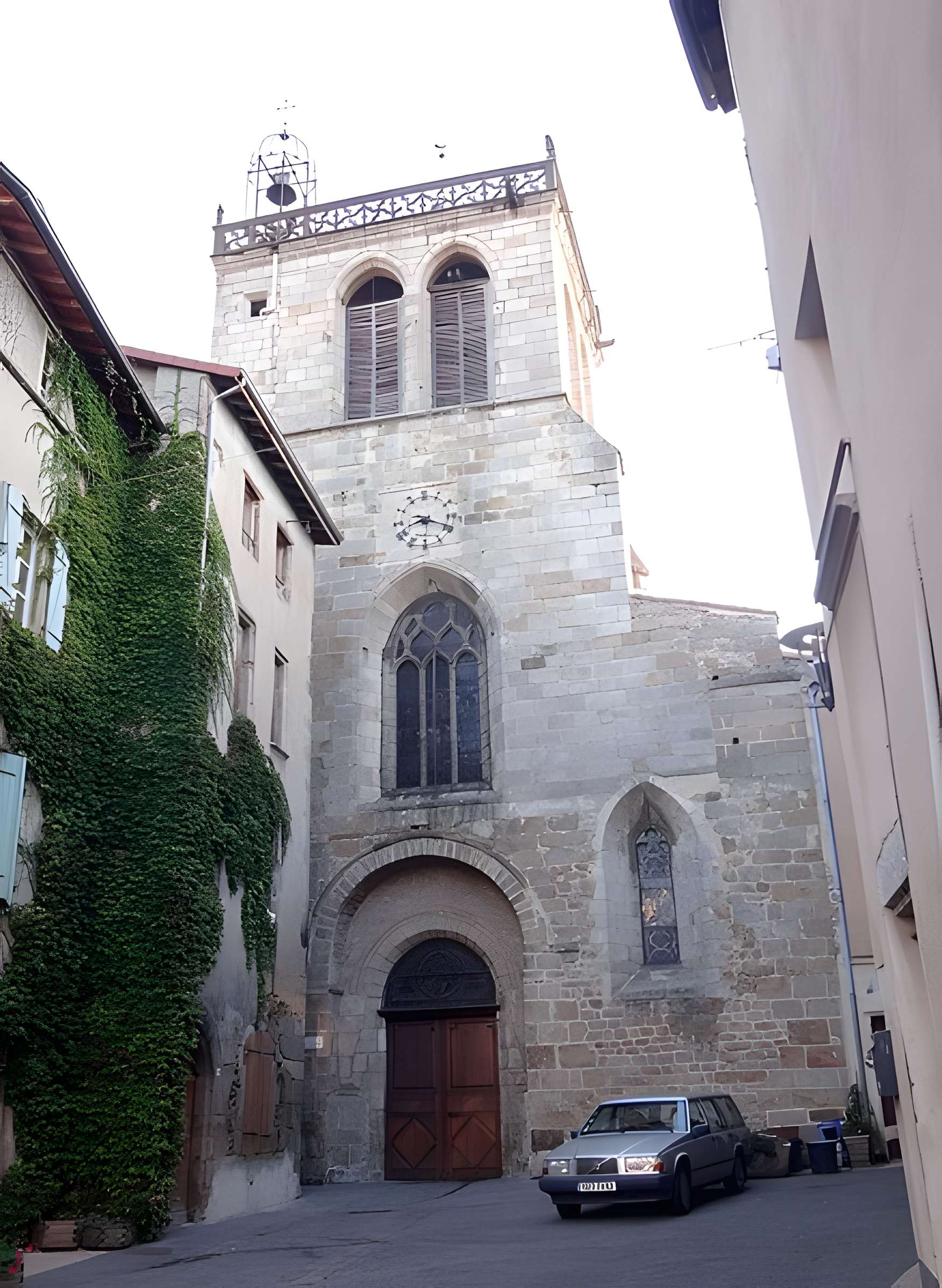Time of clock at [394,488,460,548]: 8:19
